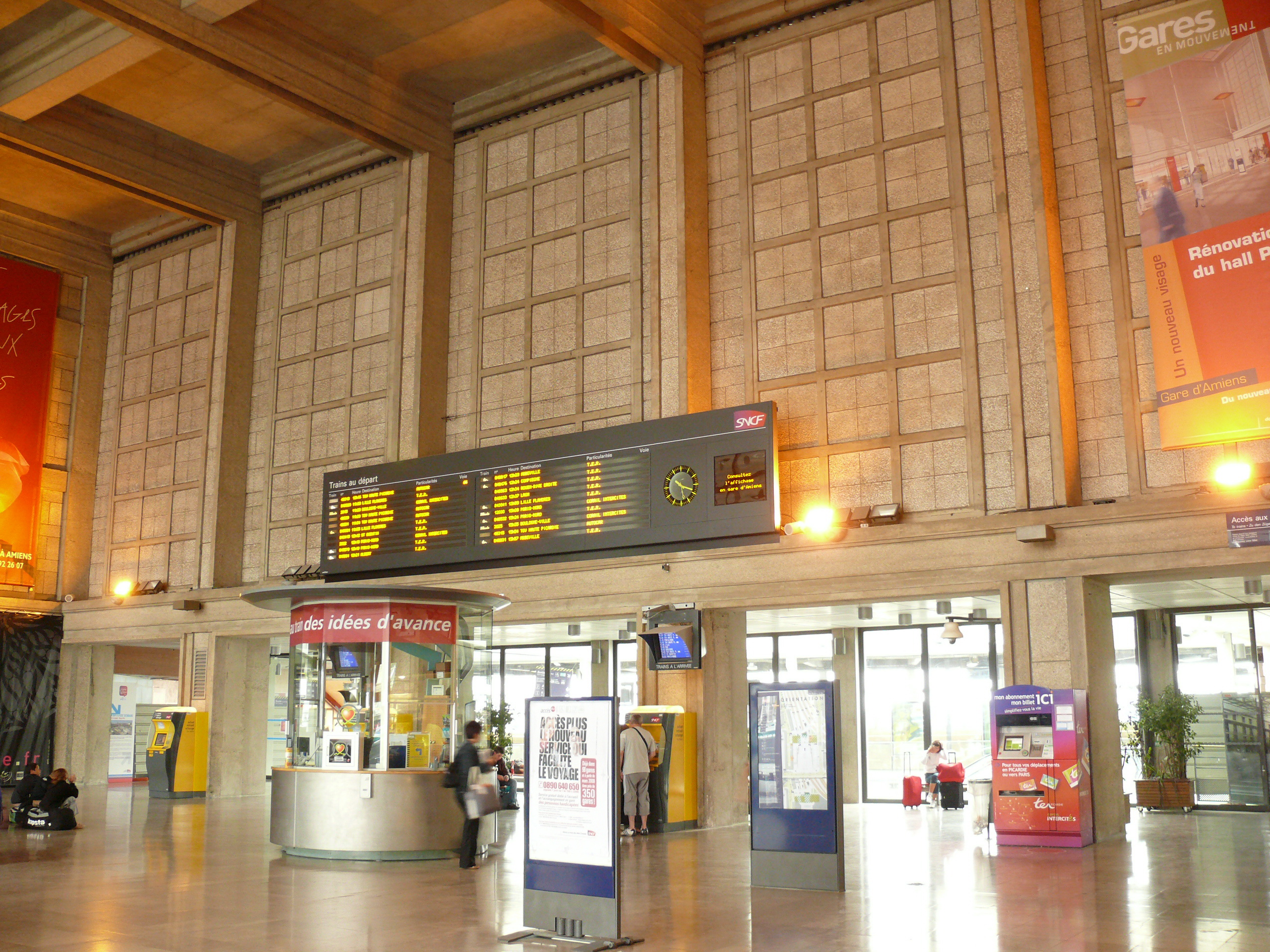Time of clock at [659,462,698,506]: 10:18
